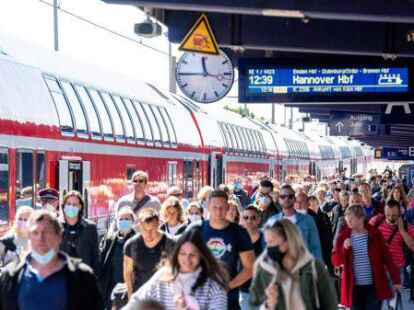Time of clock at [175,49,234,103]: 11:44
